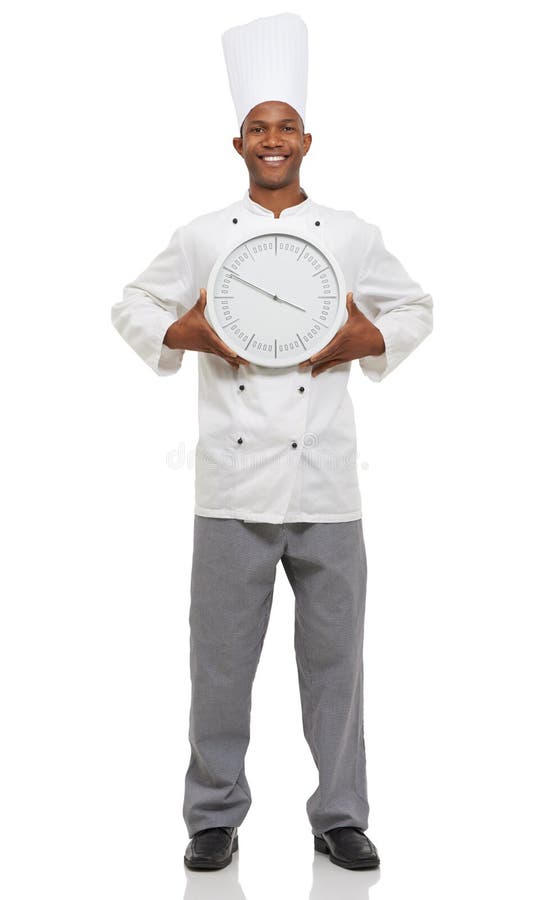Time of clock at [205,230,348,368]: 3:49
